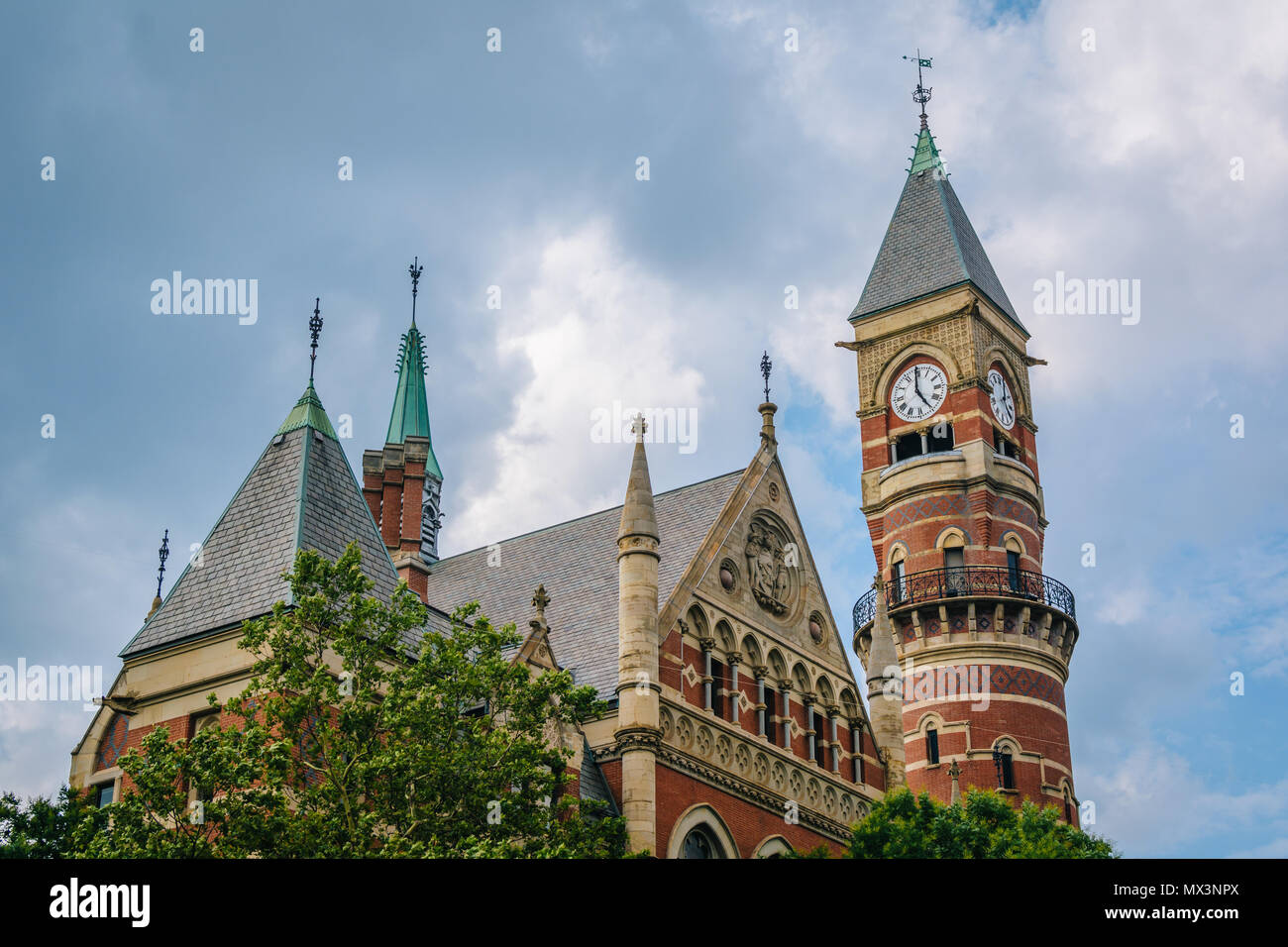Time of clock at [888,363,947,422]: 4:59
